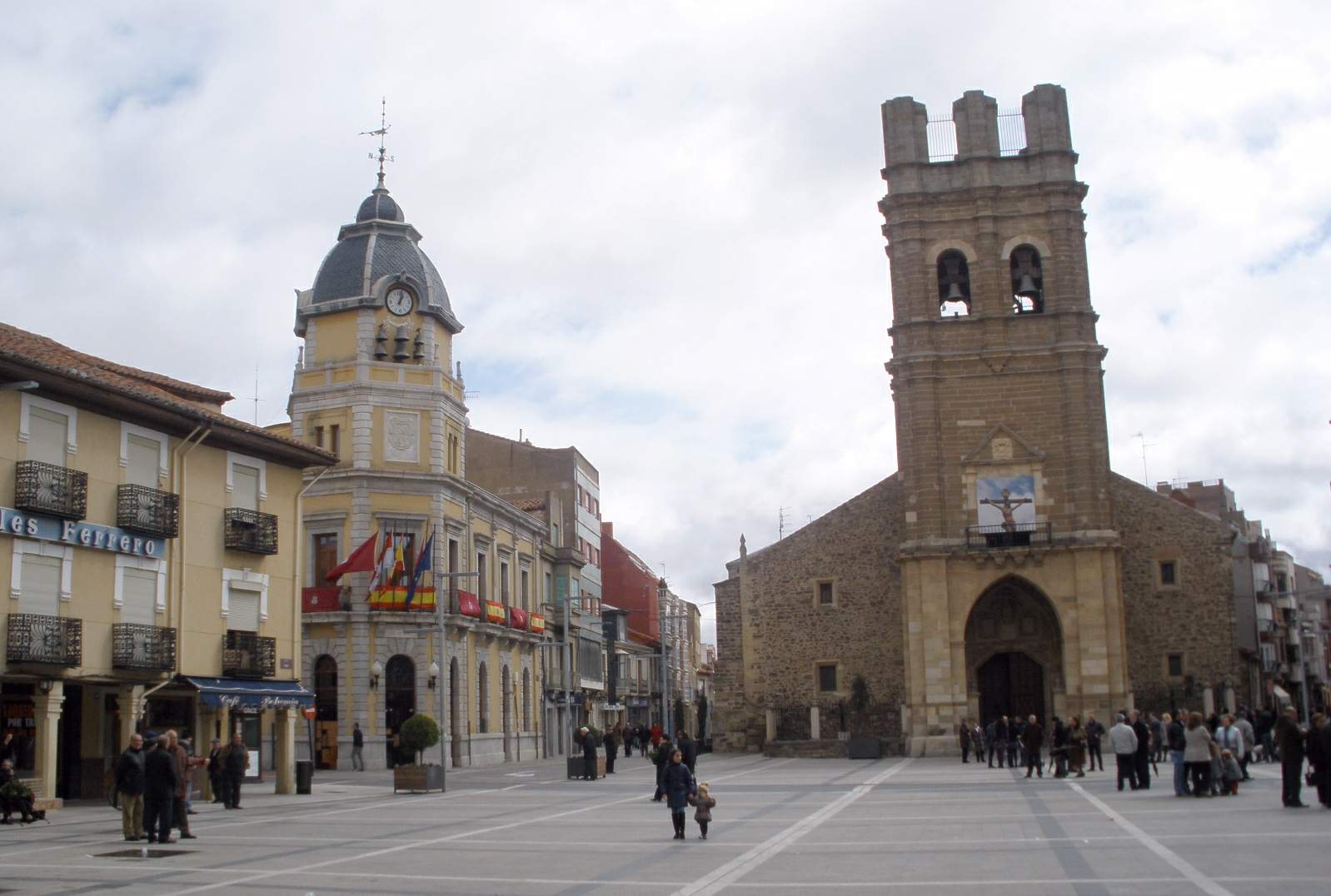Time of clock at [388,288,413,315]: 1:02
